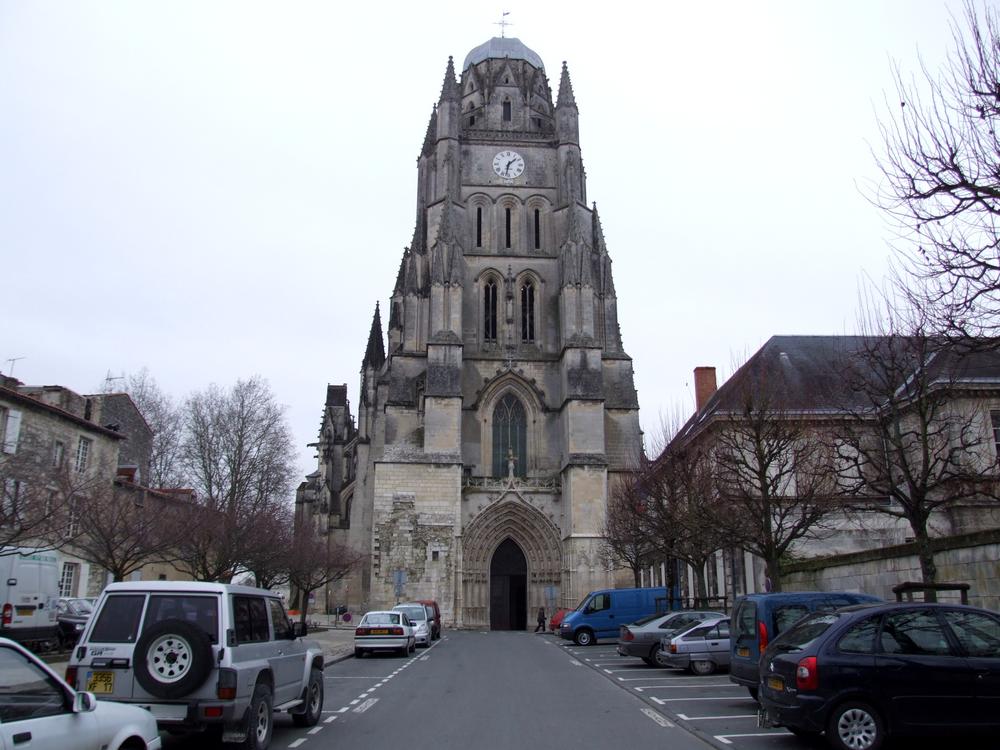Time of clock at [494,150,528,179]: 1:32
